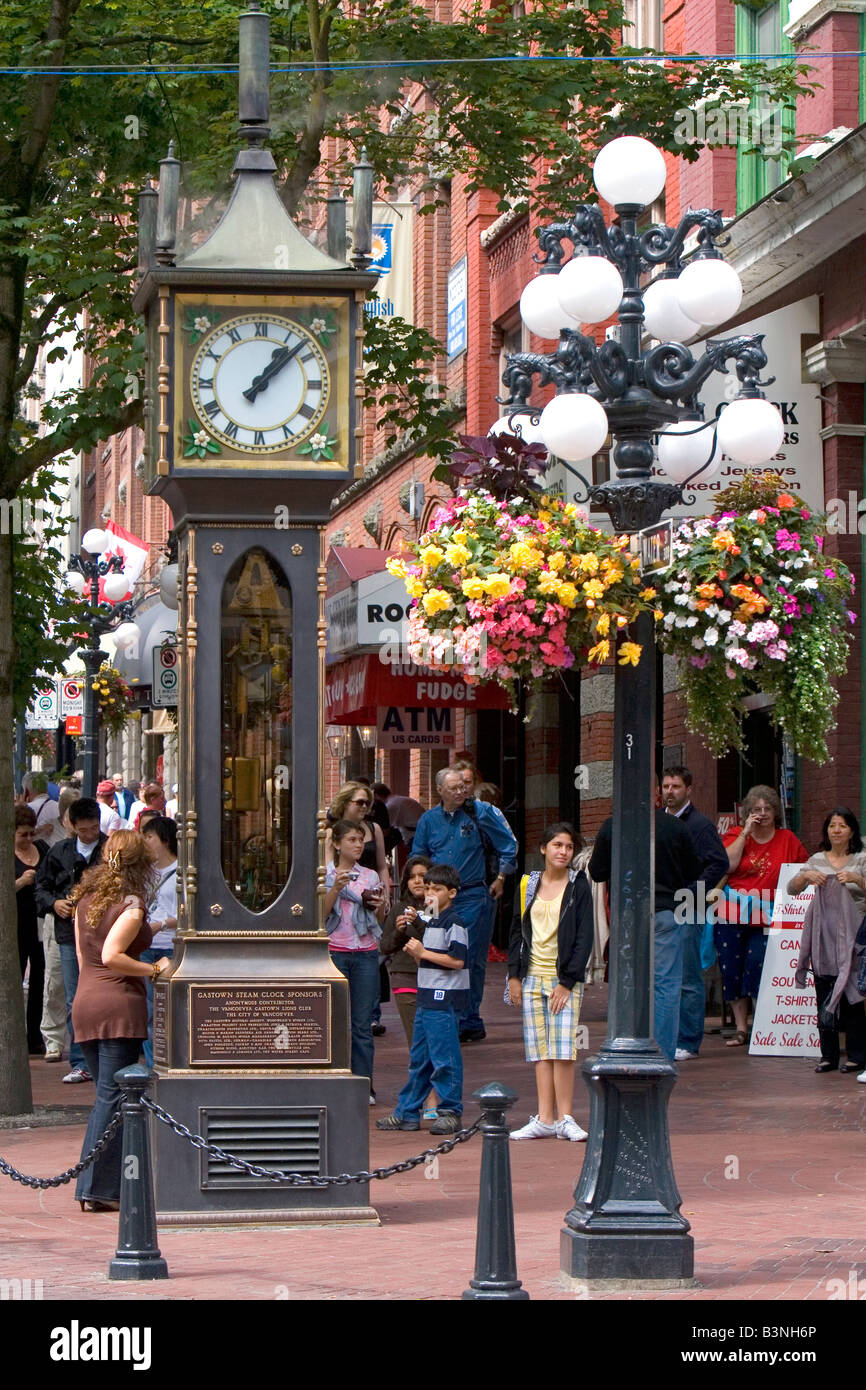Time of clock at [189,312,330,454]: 1:07
